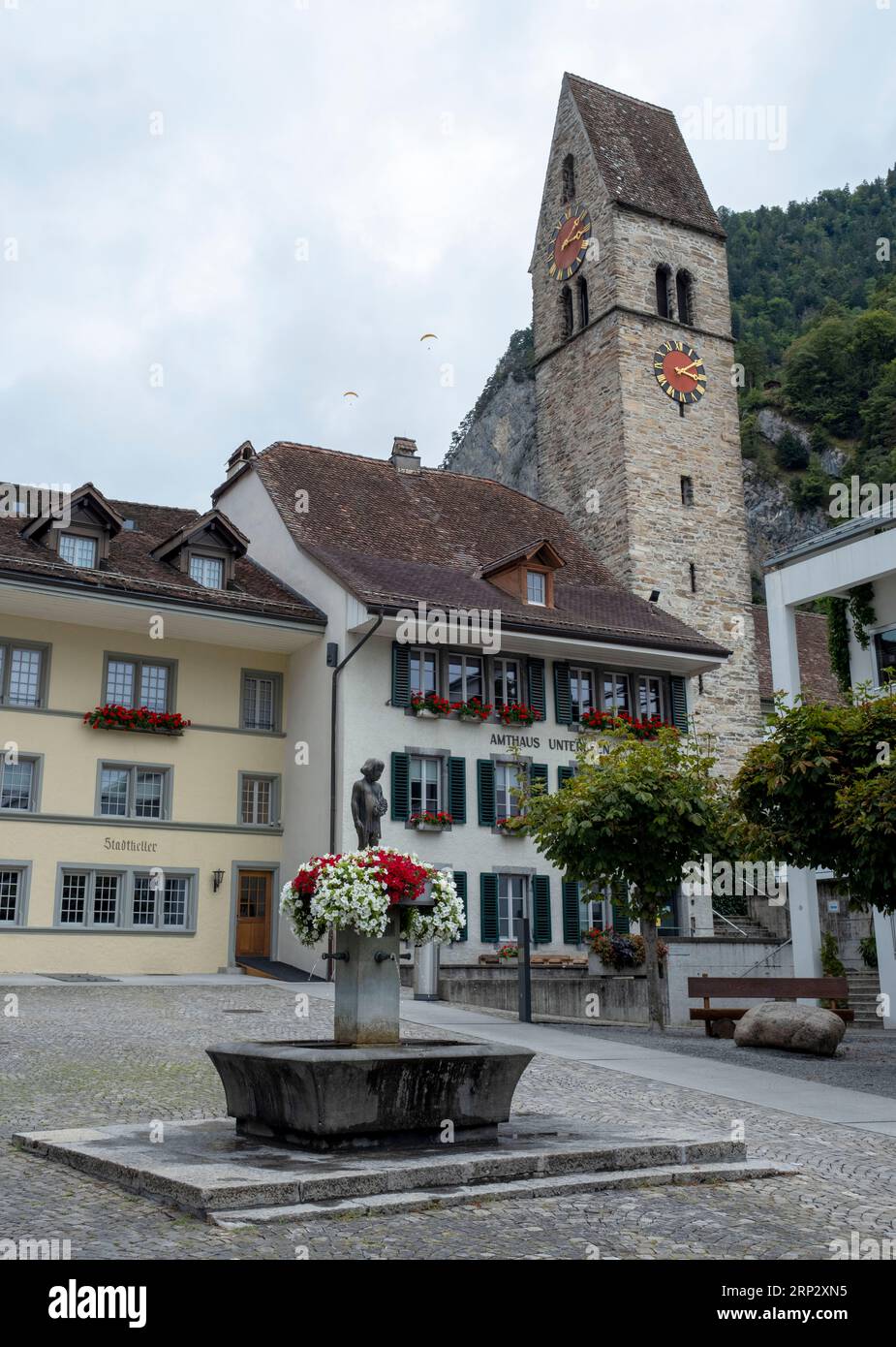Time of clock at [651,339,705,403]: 3:09
